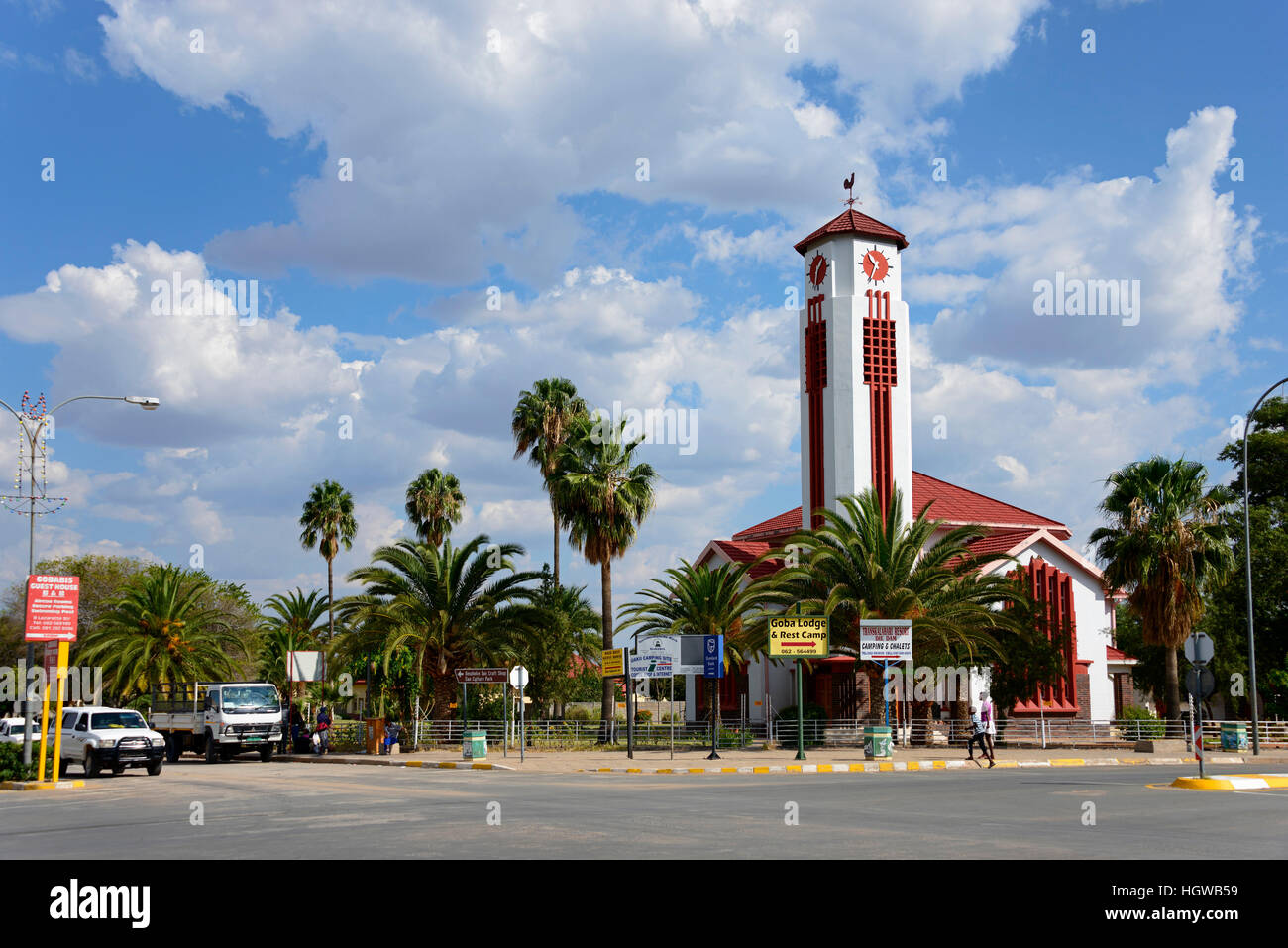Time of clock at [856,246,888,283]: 10:34
